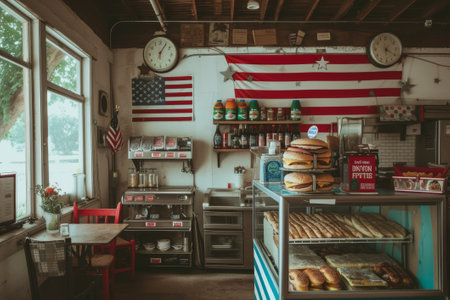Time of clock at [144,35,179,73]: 6:05
